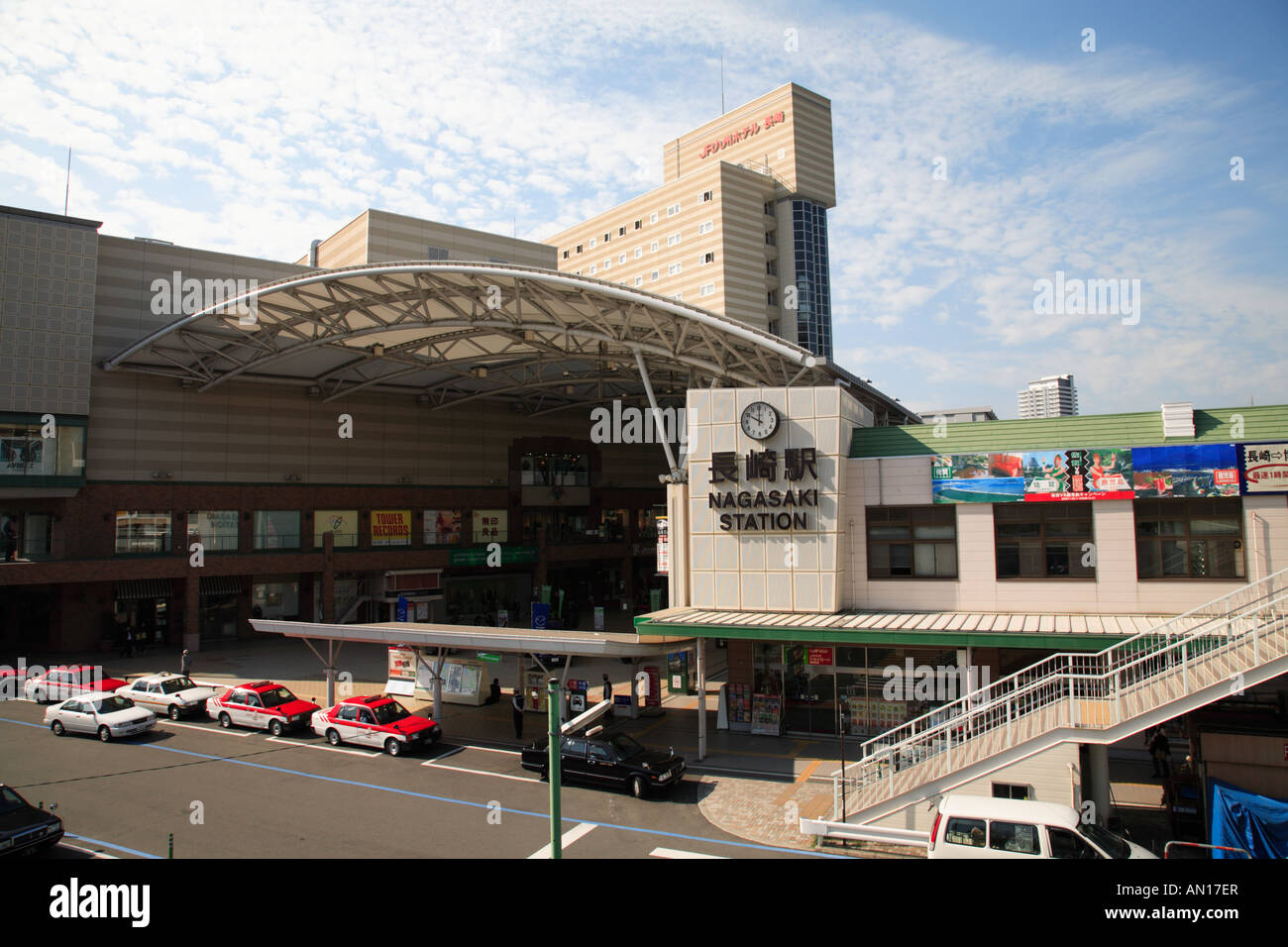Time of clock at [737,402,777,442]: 10:00
